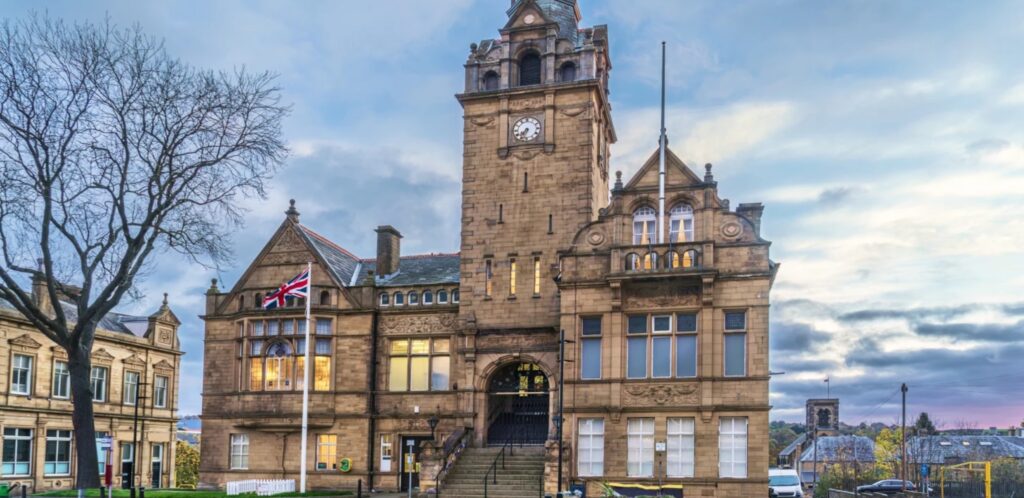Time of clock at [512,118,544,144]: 7:33
